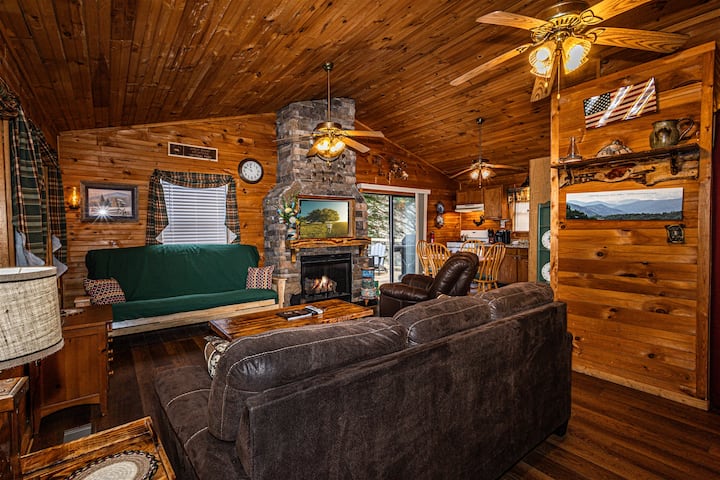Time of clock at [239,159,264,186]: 11:49
